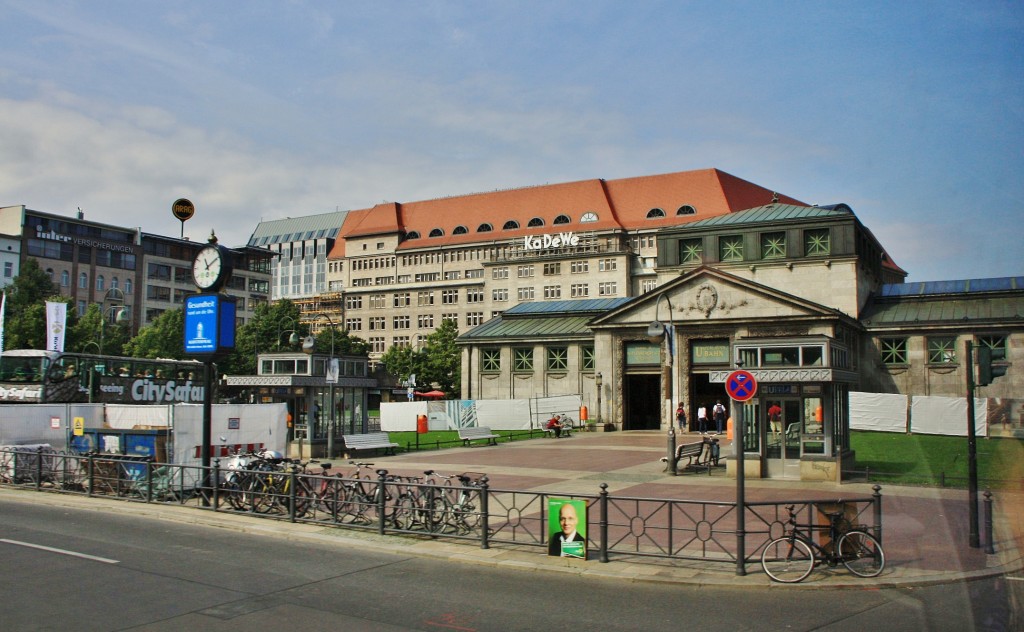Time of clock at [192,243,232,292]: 11:09
